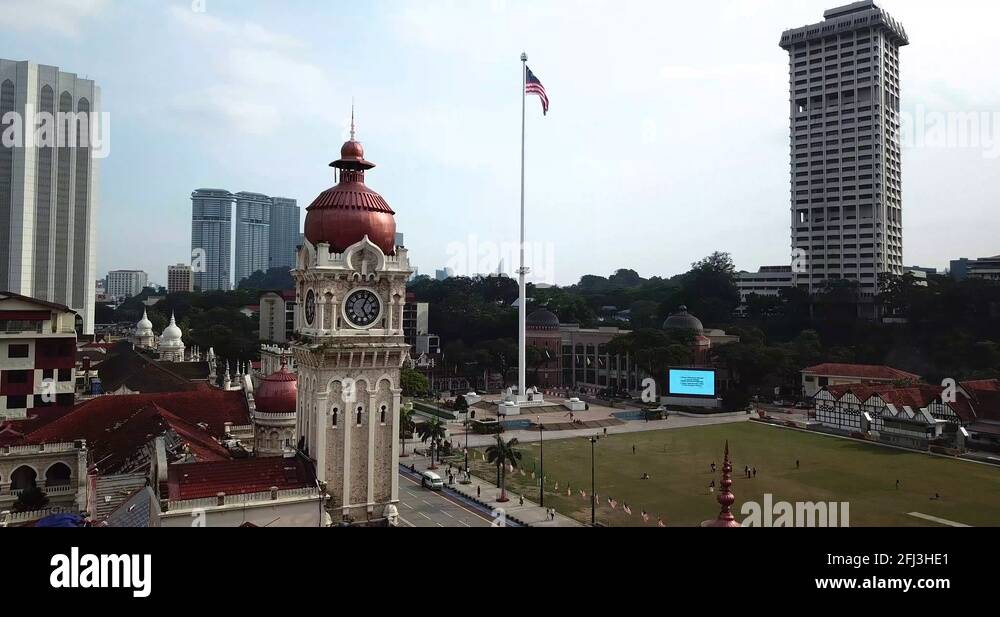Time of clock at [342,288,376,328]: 5:04
